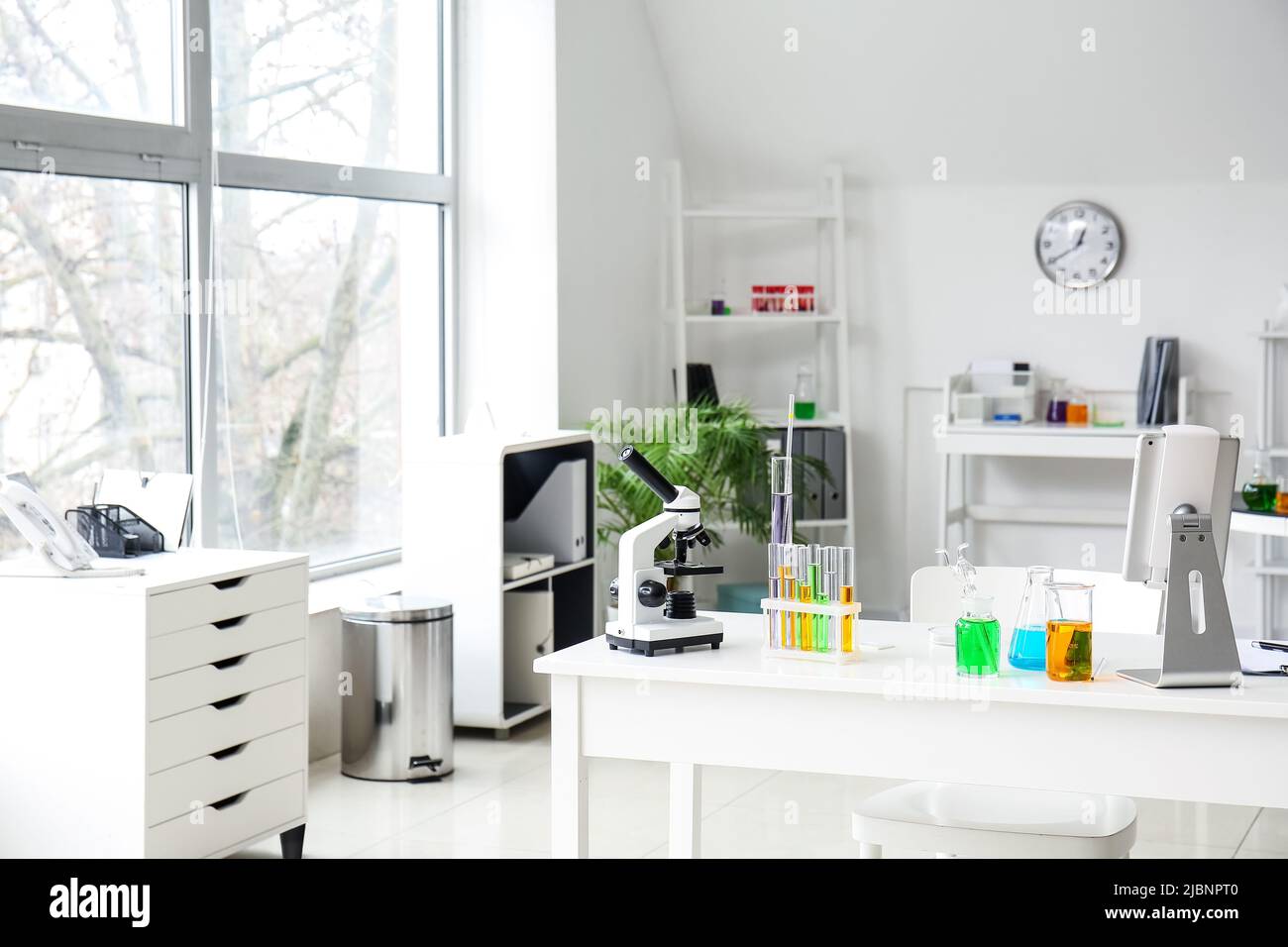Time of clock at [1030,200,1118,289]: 12:39
